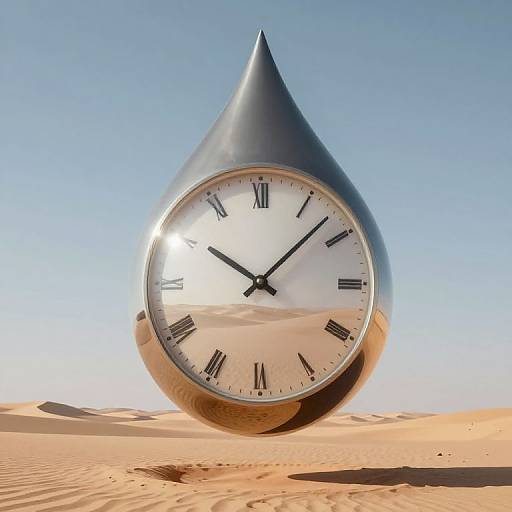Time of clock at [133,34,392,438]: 10:07
